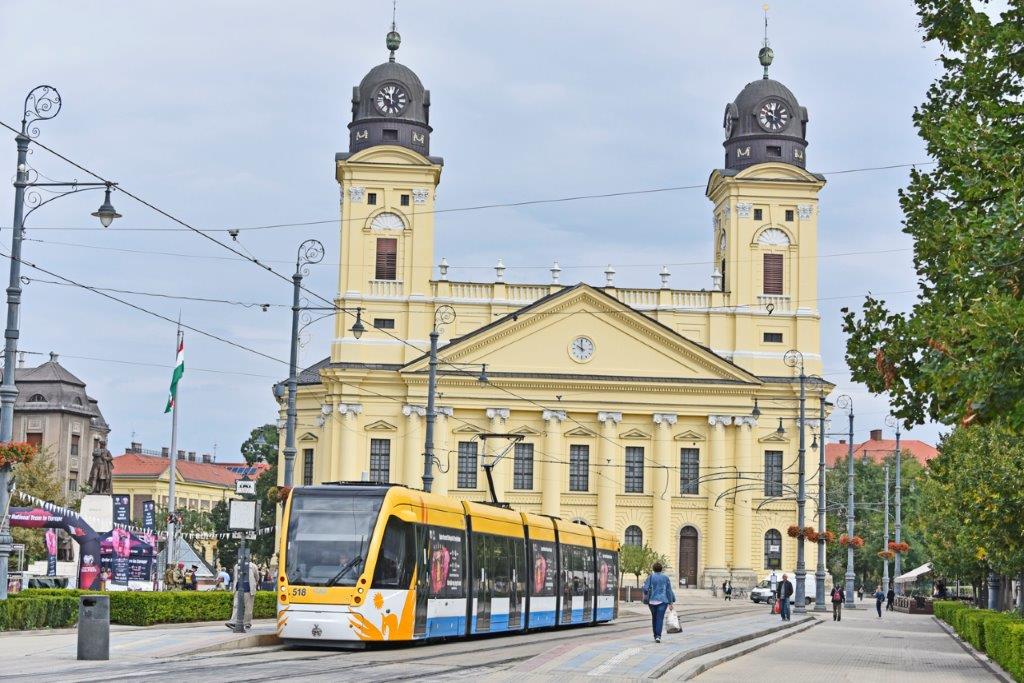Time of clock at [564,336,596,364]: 9:59
